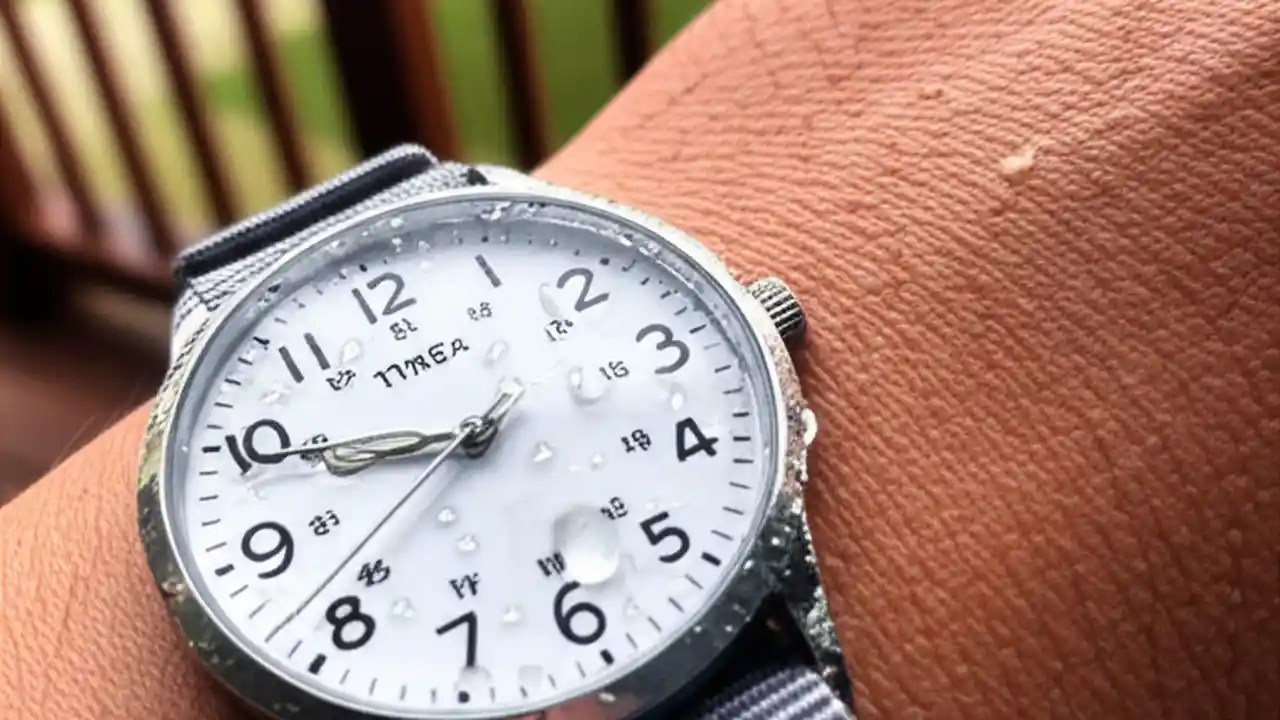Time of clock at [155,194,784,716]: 9:49
